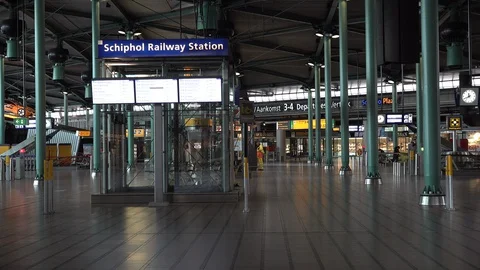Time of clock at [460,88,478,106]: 11:40
